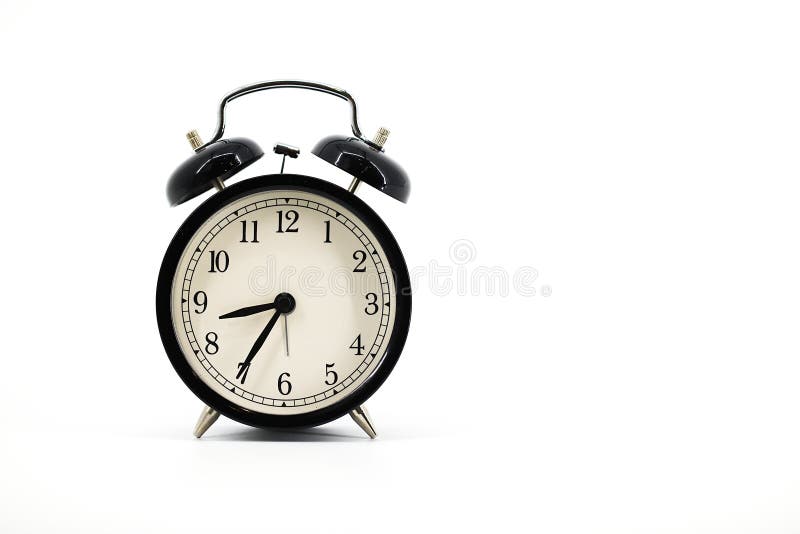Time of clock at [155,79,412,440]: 8:35
